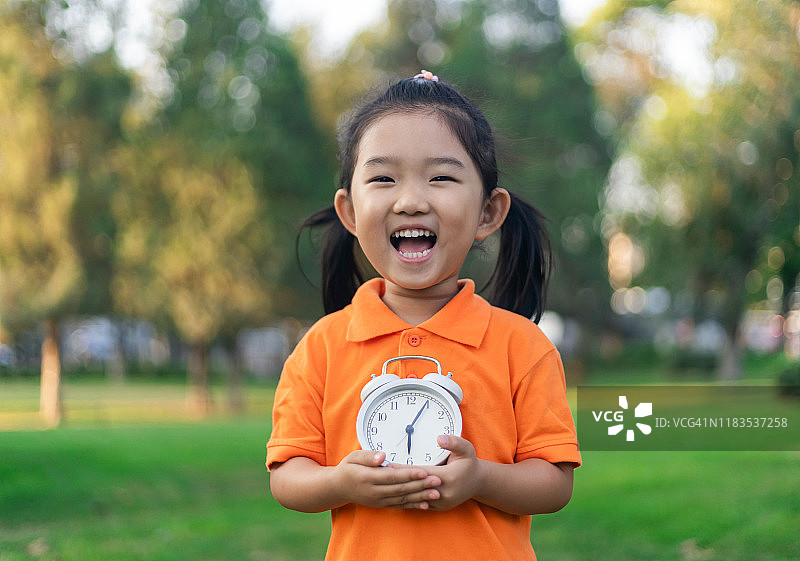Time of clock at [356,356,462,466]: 6:04
